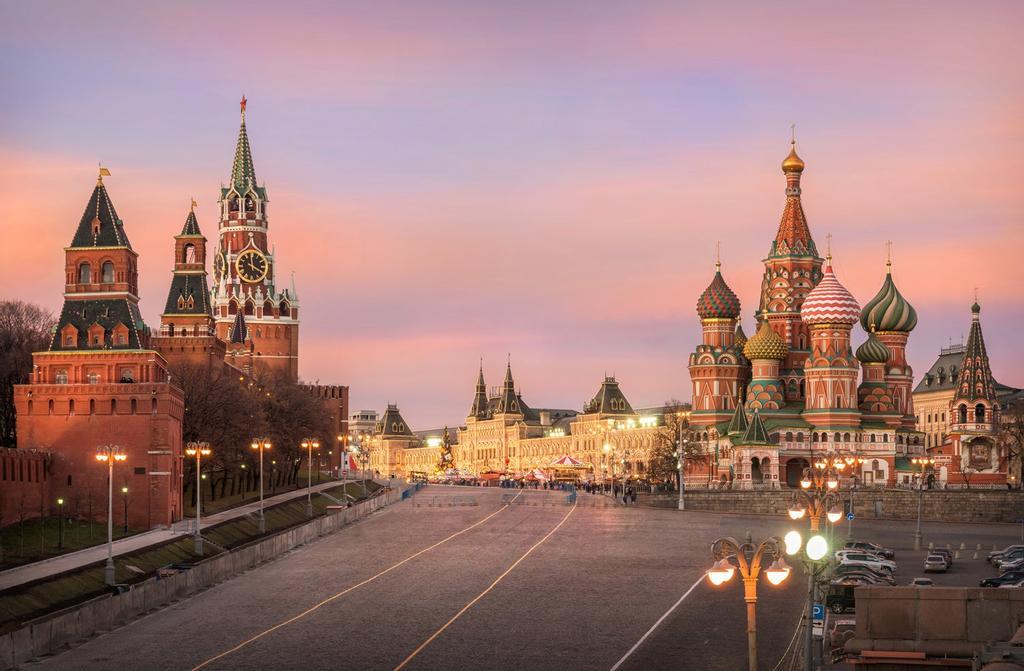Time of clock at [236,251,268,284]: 3:59
